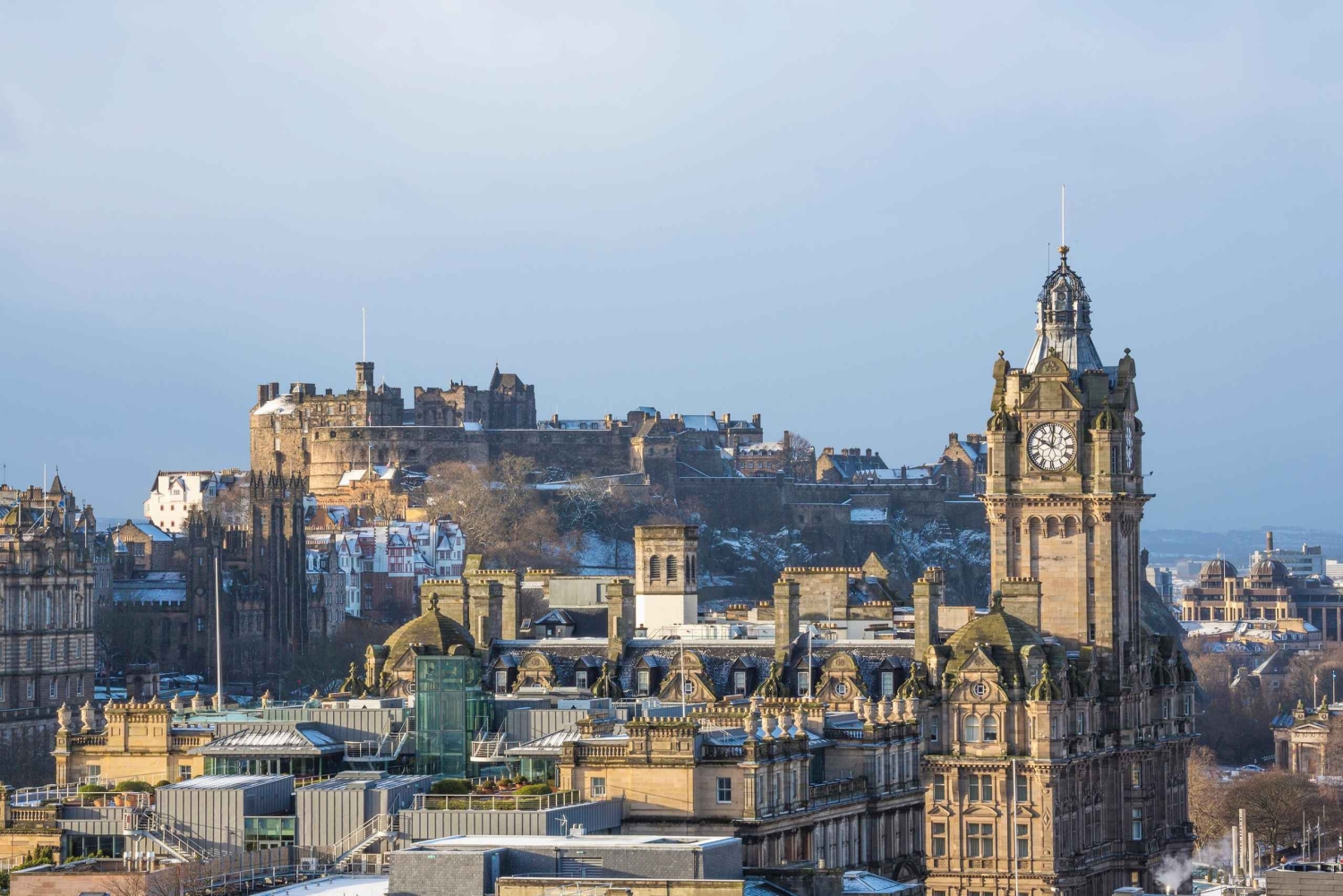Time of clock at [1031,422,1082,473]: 10:00
